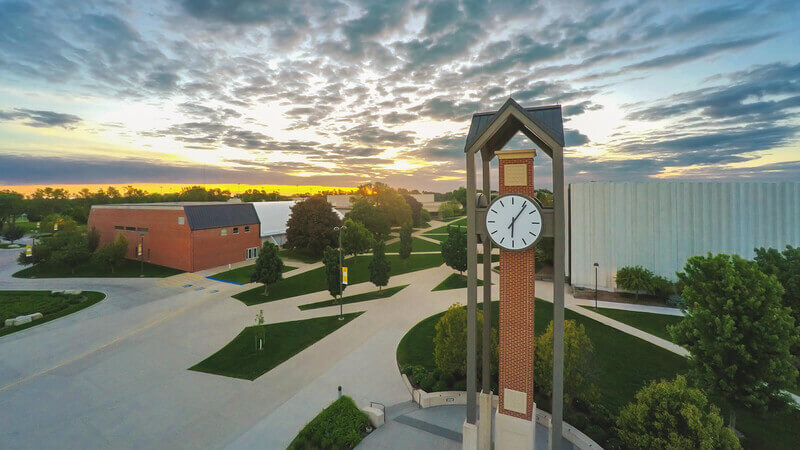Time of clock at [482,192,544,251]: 6:06
